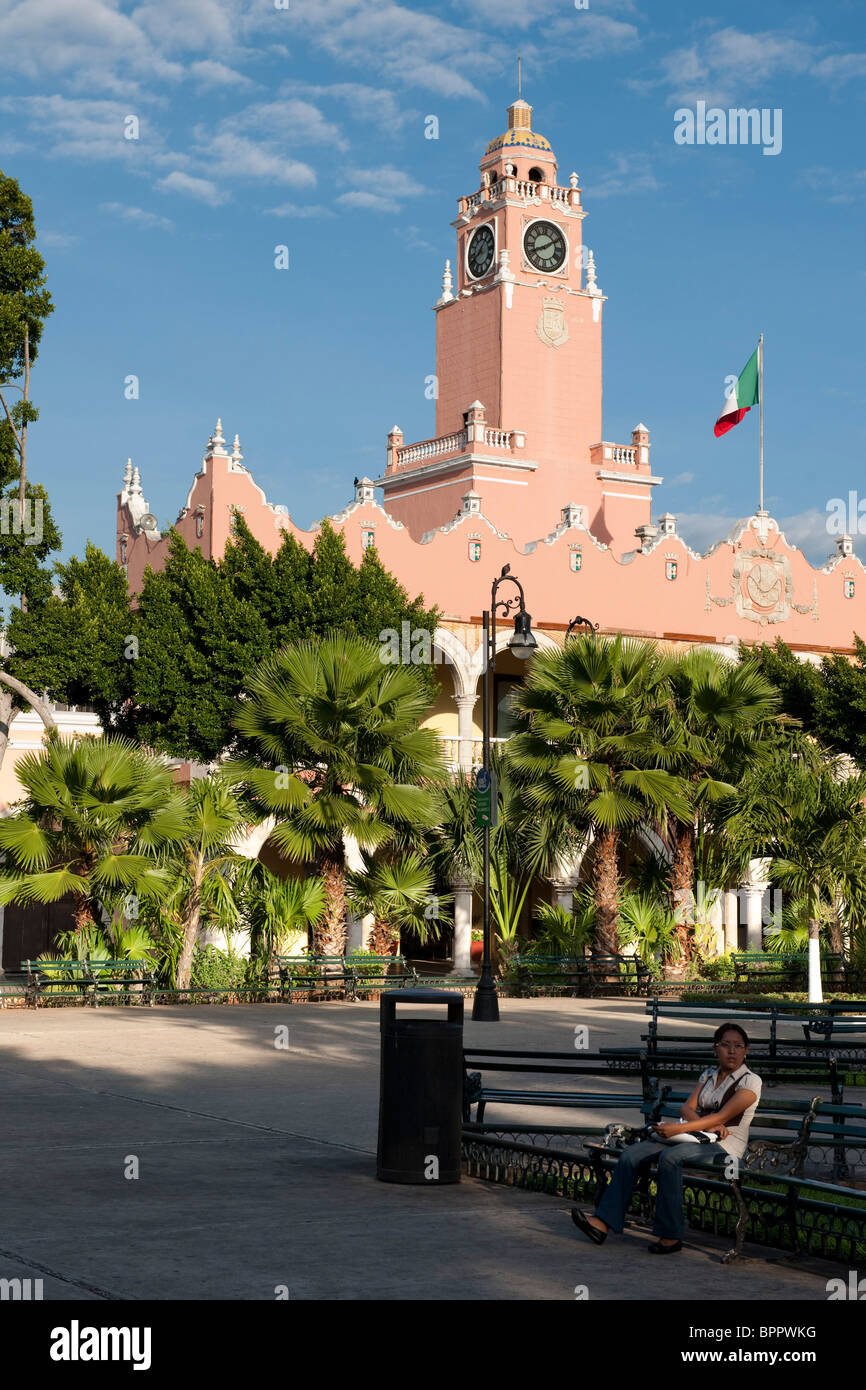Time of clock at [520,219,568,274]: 8:09
